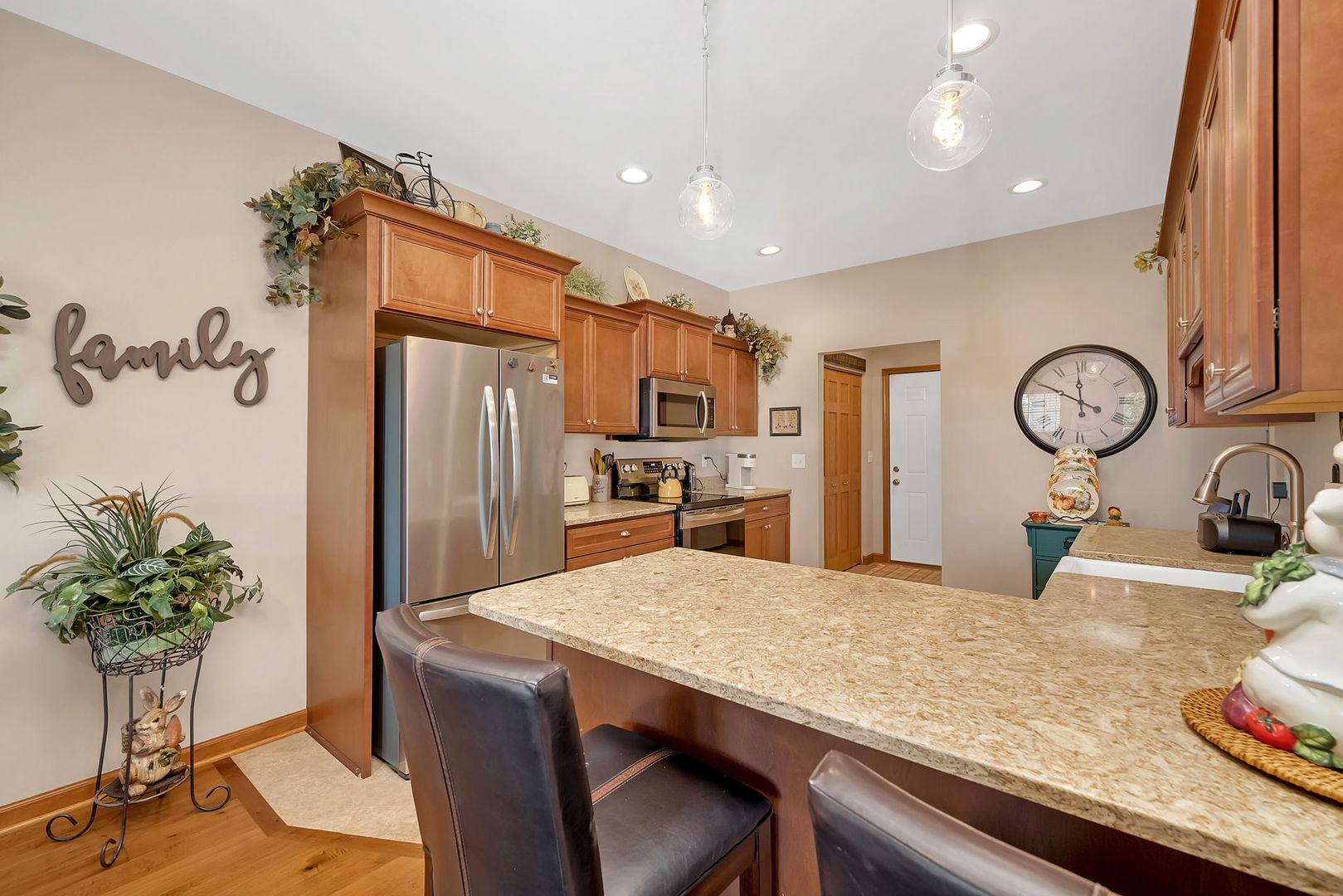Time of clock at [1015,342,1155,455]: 11:49
